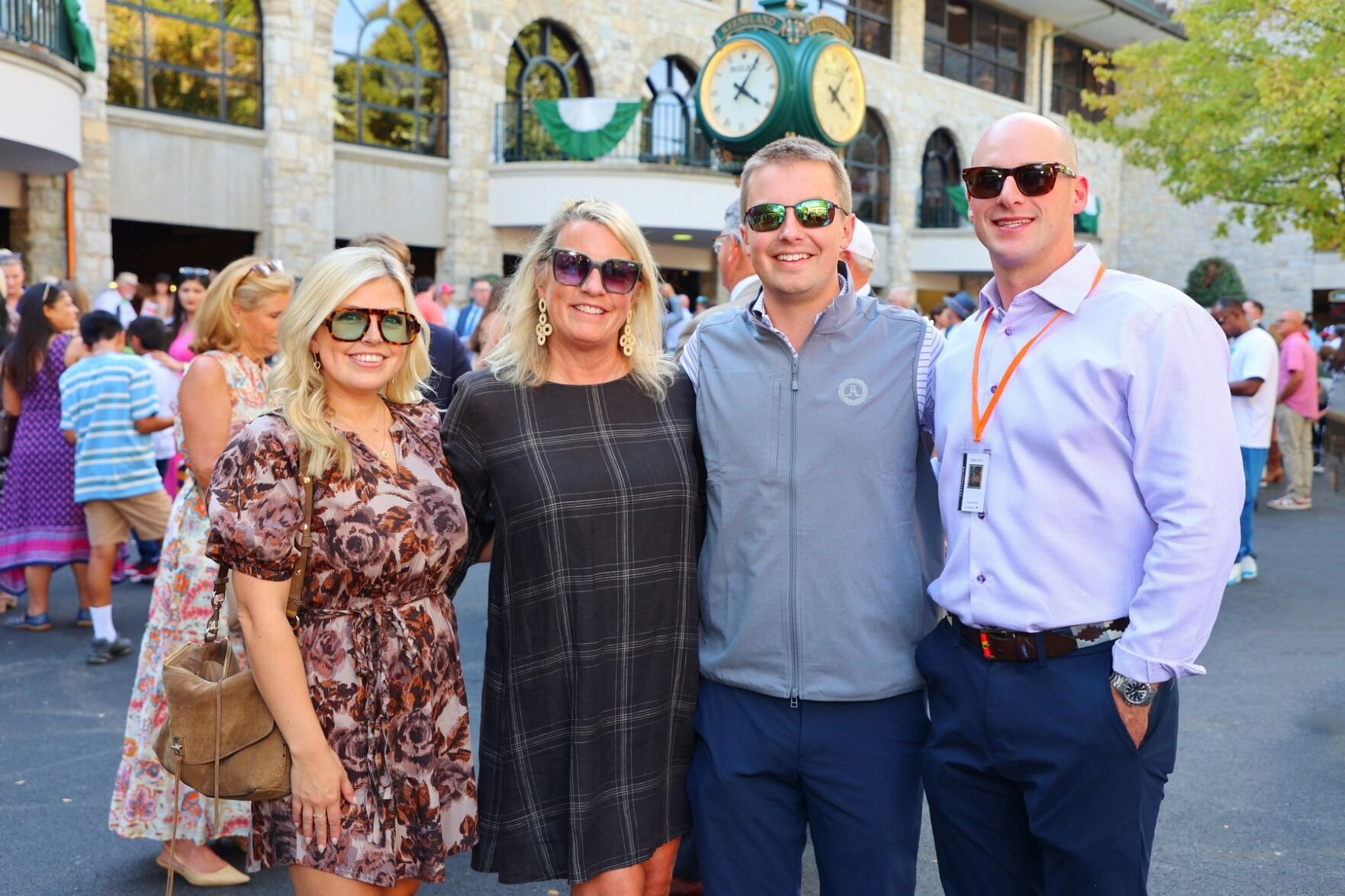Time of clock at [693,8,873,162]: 4:04
